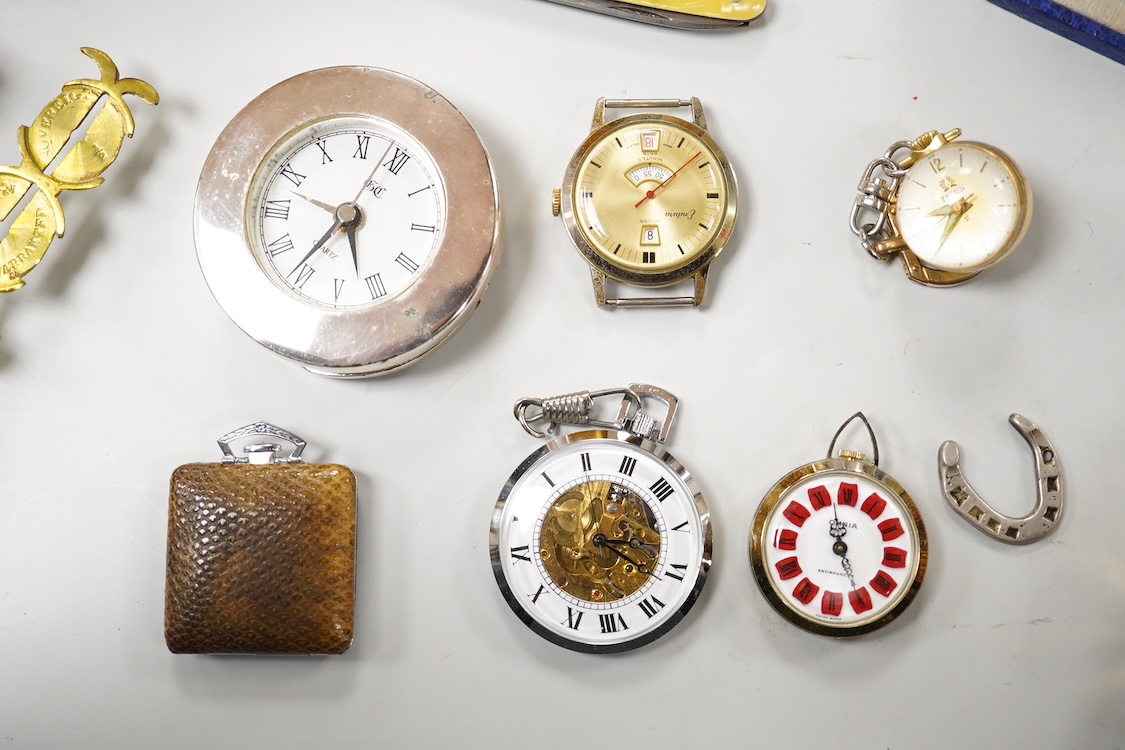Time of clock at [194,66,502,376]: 5:36
